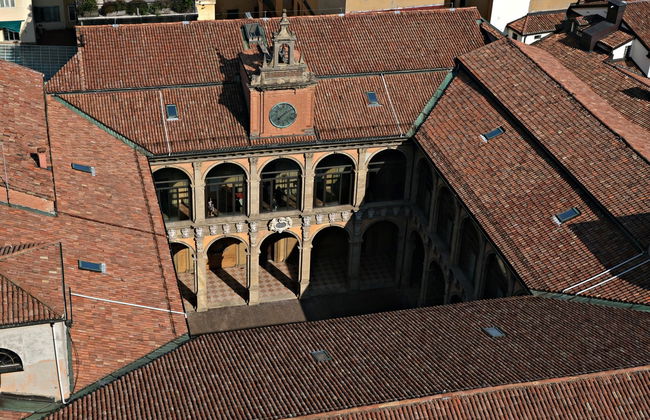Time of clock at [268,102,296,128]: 7:08
